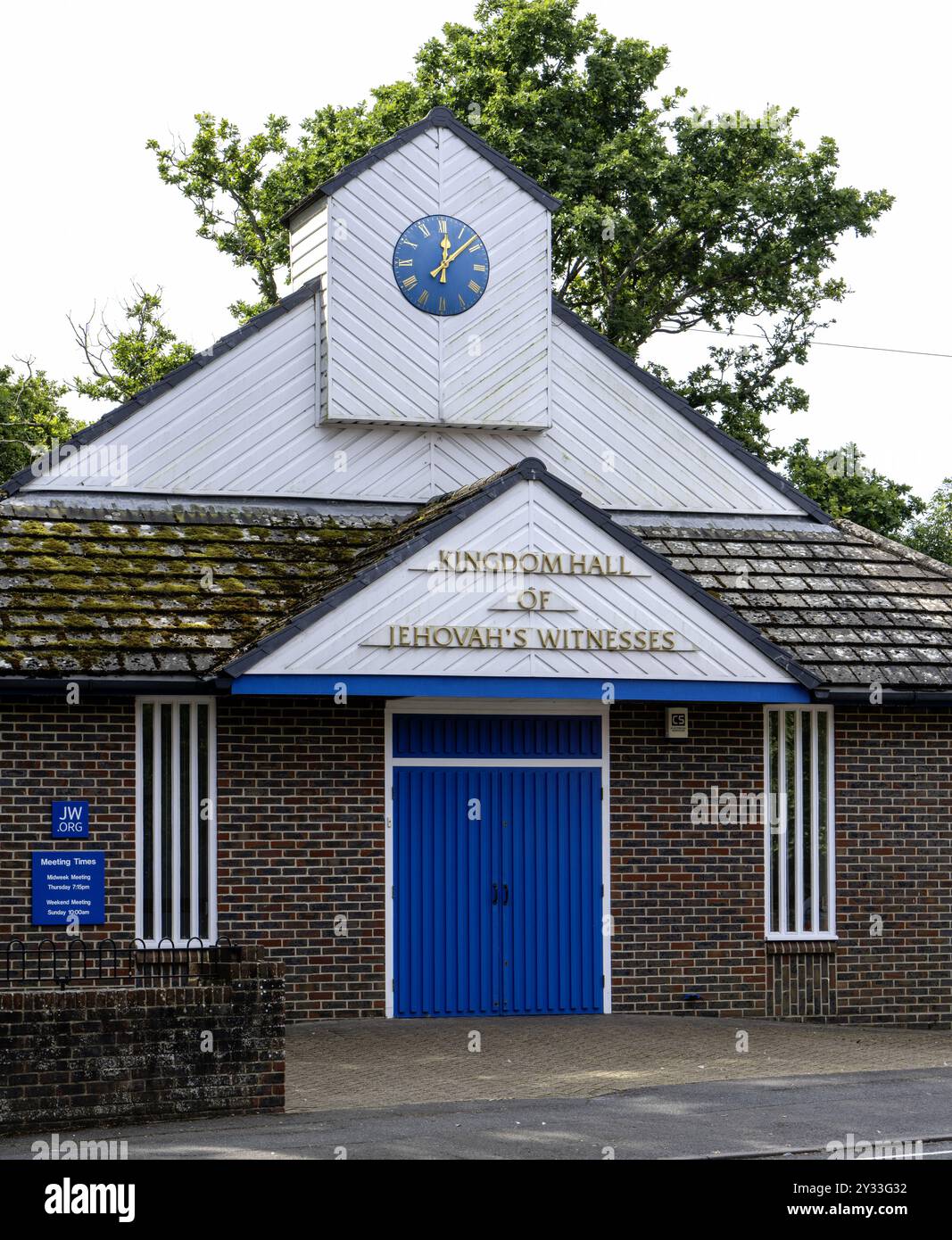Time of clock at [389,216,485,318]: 12:08
